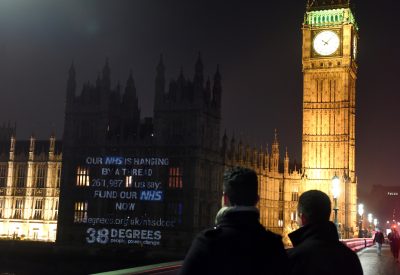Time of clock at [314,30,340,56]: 10:07
